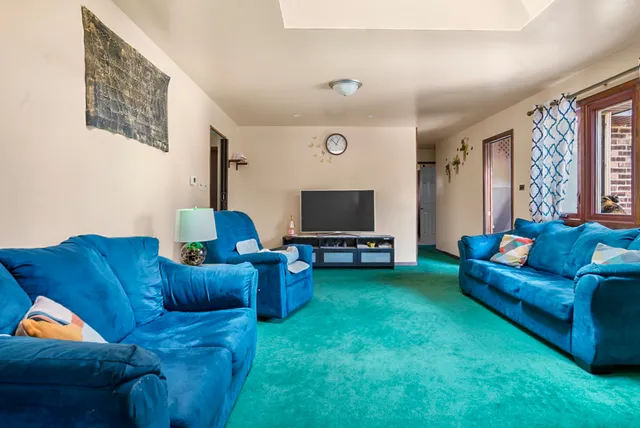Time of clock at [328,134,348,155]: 12:52
